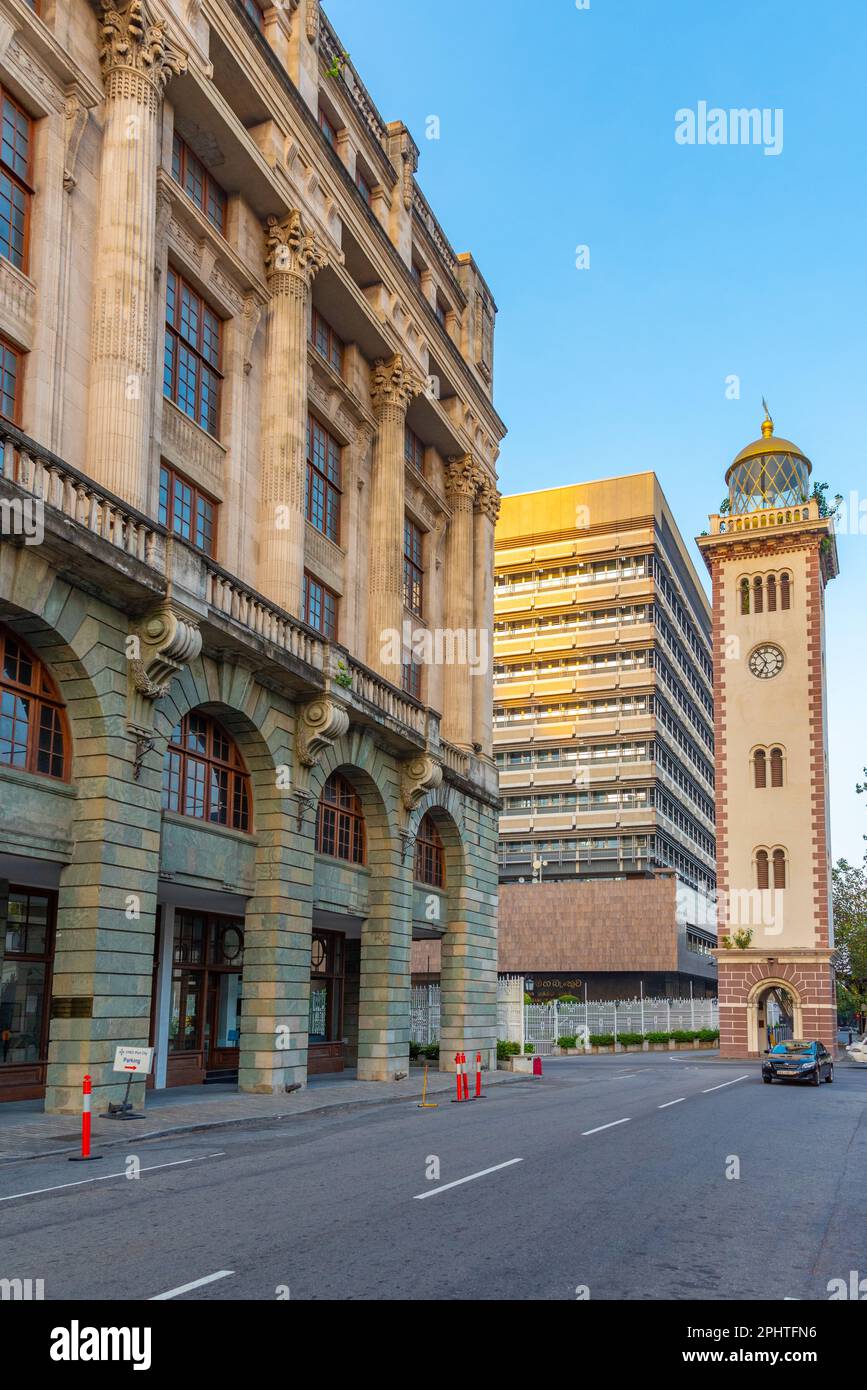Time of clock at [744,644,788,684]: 6:53
